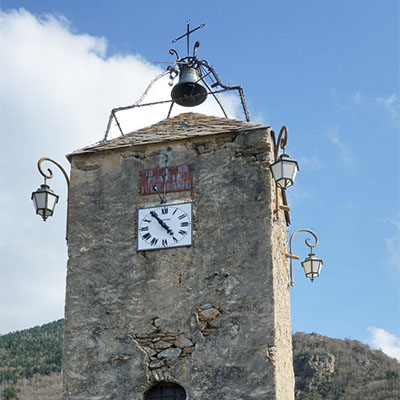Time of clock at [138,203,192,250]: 4:54
